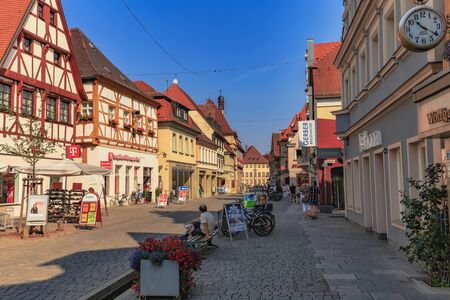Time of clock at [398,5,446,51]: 10:20
